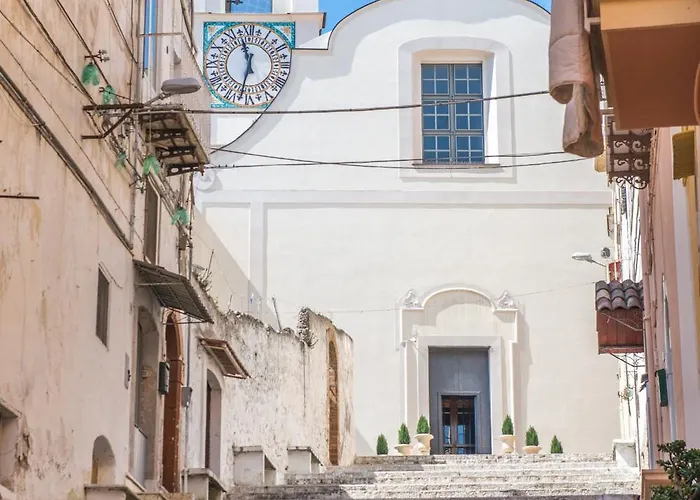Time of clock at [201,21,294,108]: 11:32
